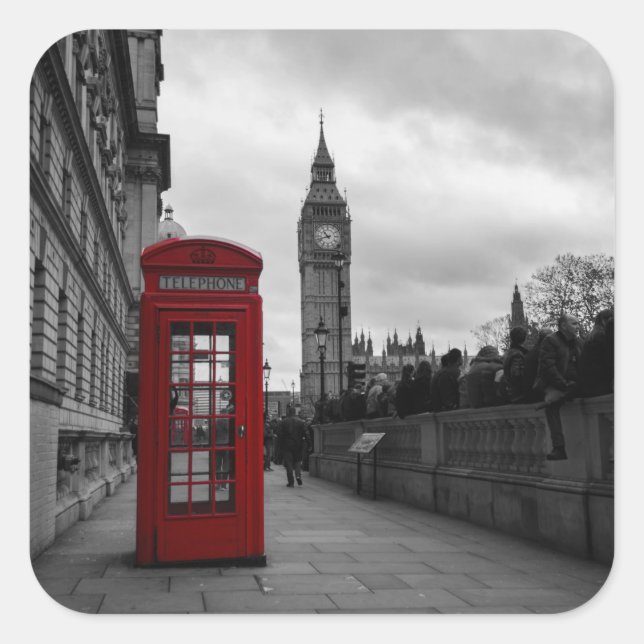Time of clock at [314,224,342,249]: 10:42
